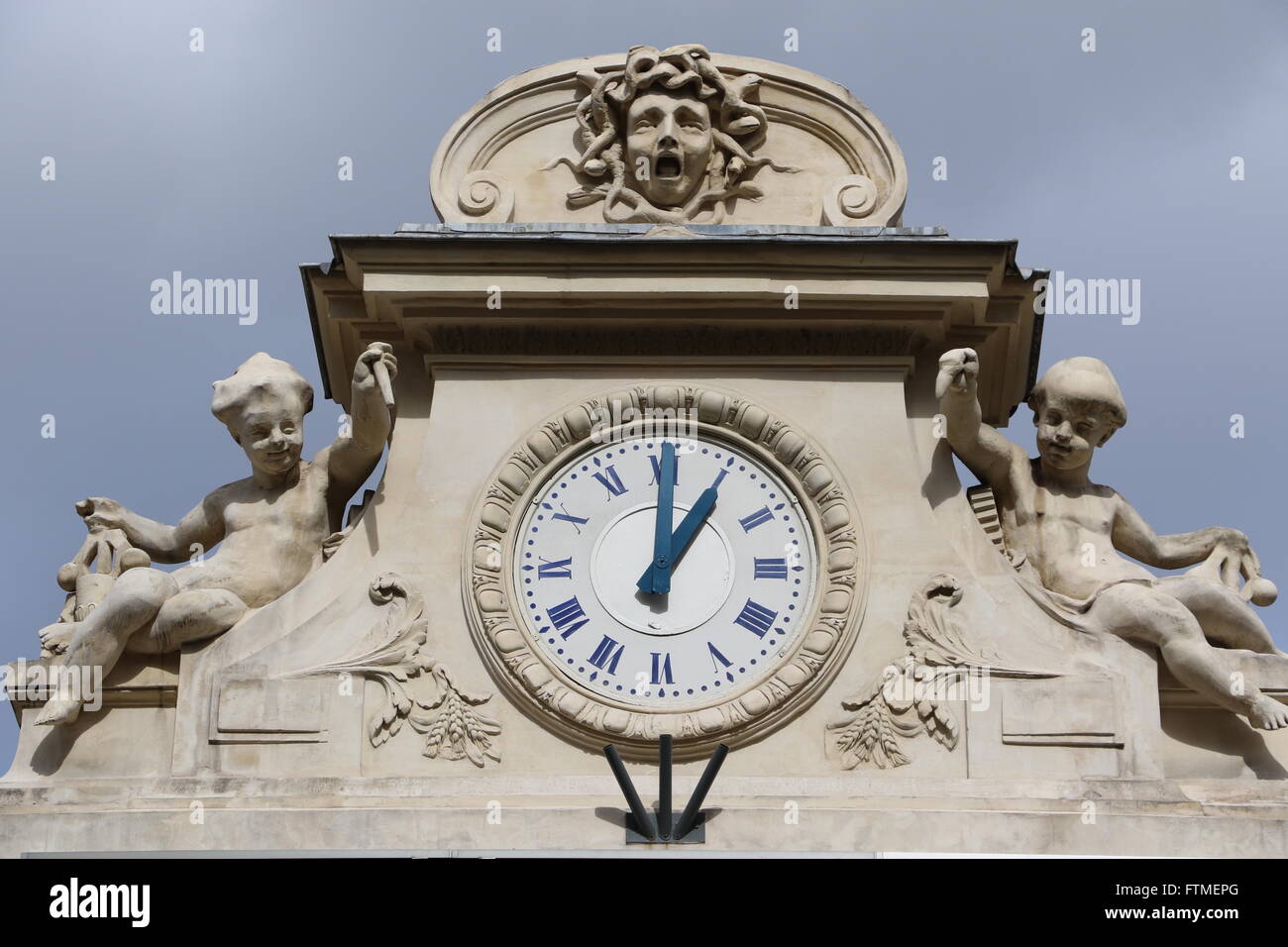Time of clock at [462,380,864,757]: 1:00
